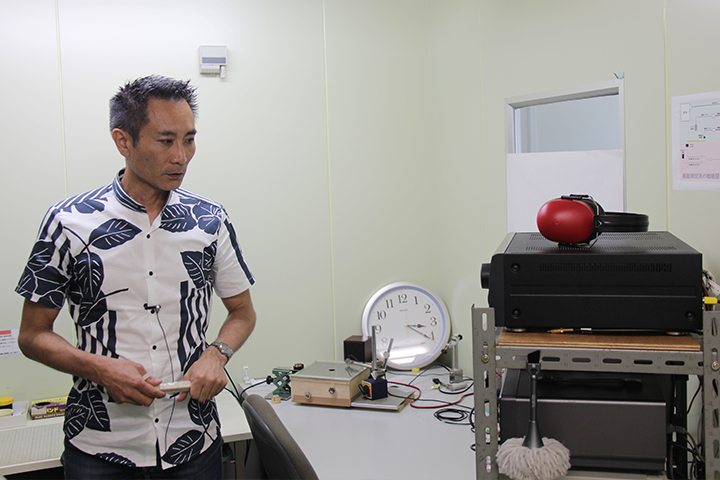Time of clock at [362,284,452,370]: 3:20
